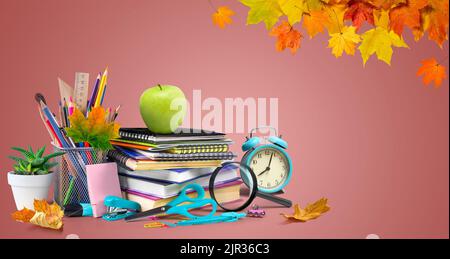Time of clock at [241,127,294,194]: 8:03
